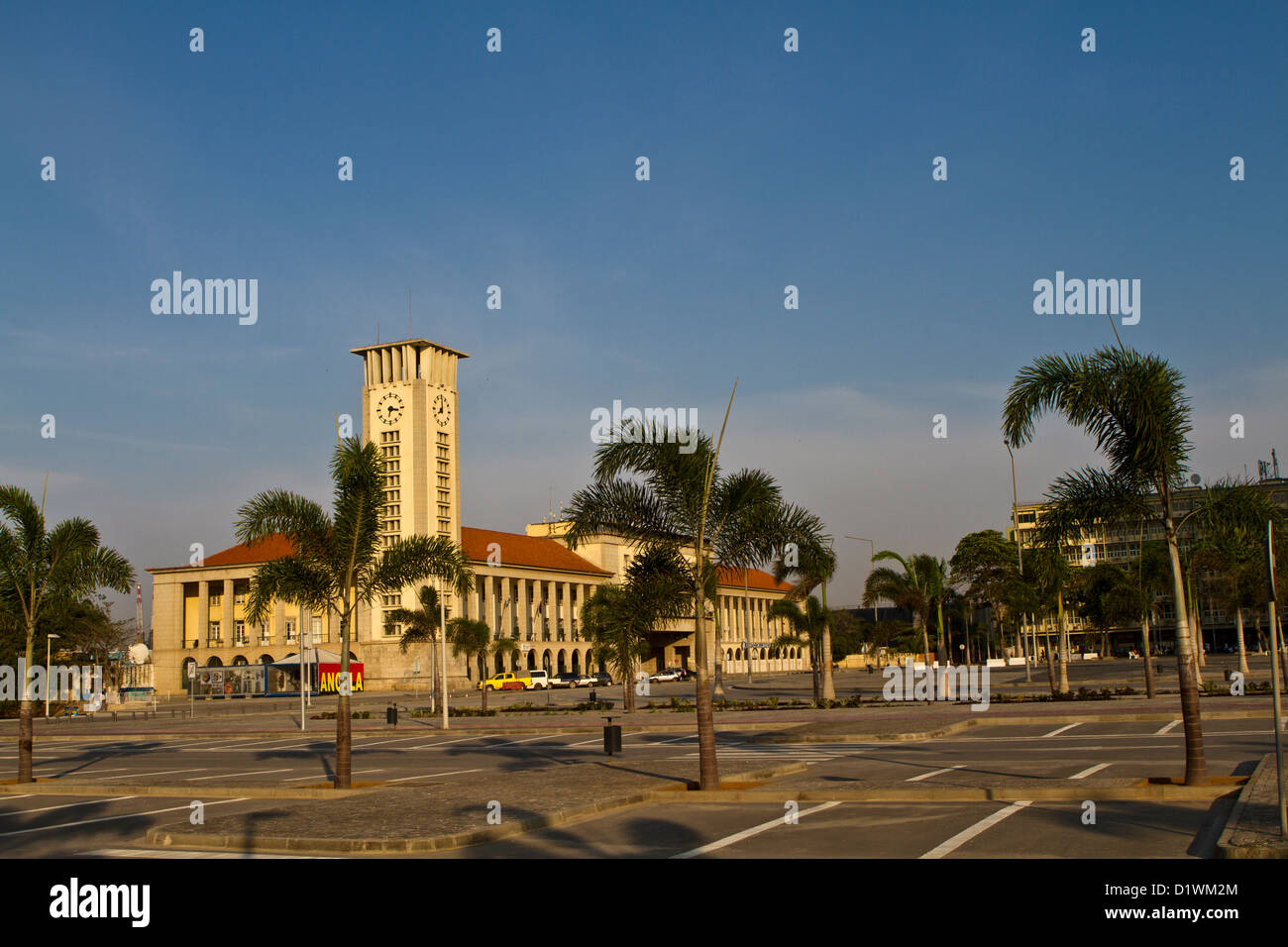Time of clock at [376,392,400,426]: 6:17
